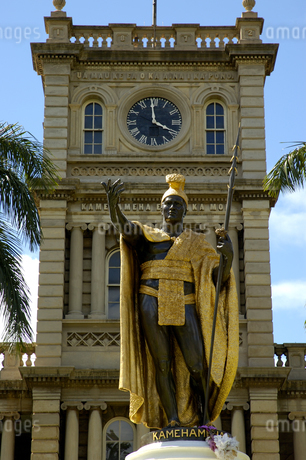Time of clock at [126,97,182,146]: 3:59
